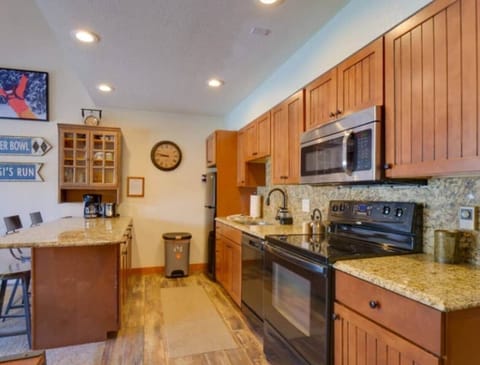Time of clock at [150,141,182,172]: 8:47
